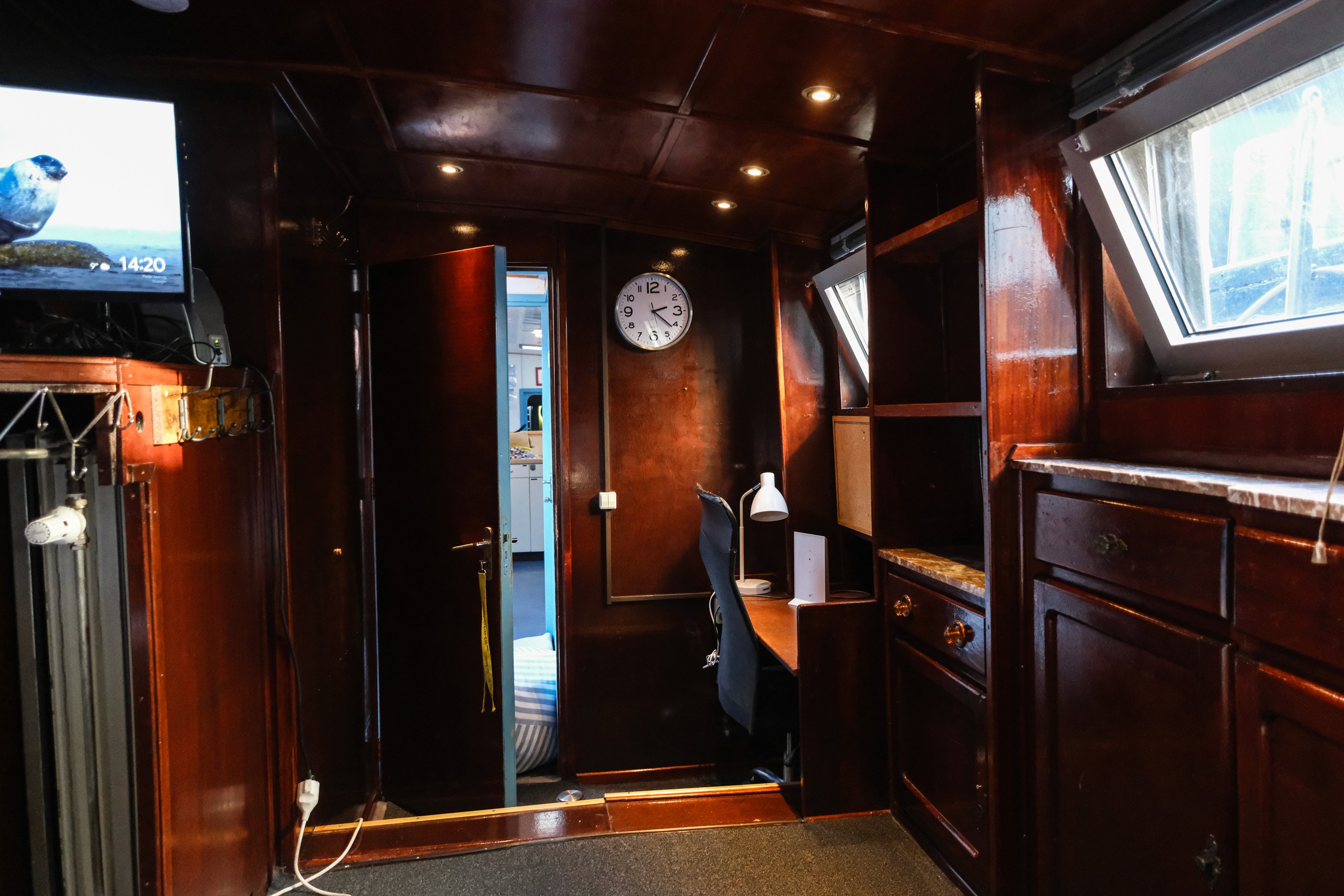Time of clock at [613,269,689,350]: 2:21
